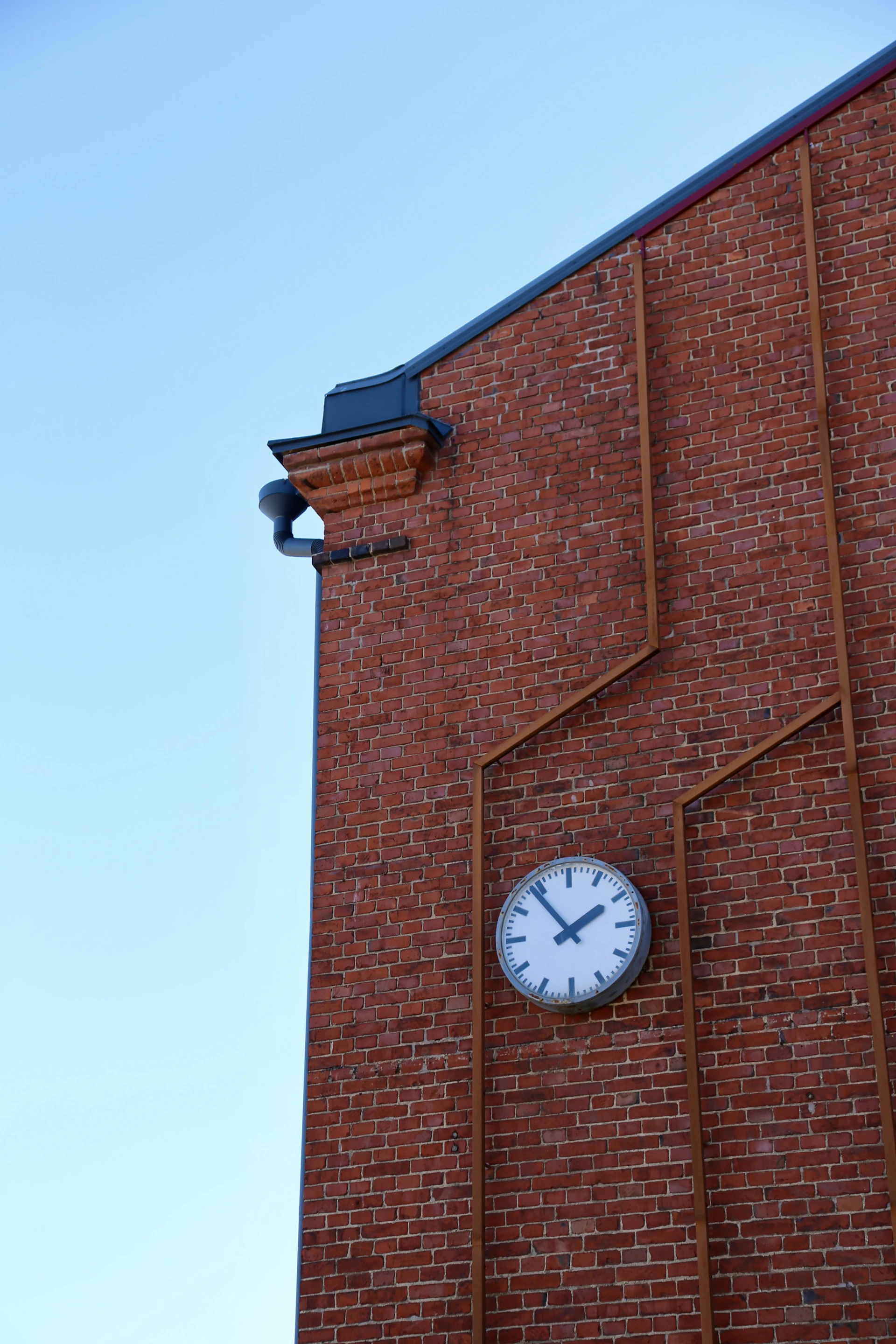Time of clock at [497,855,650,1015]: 1:53
